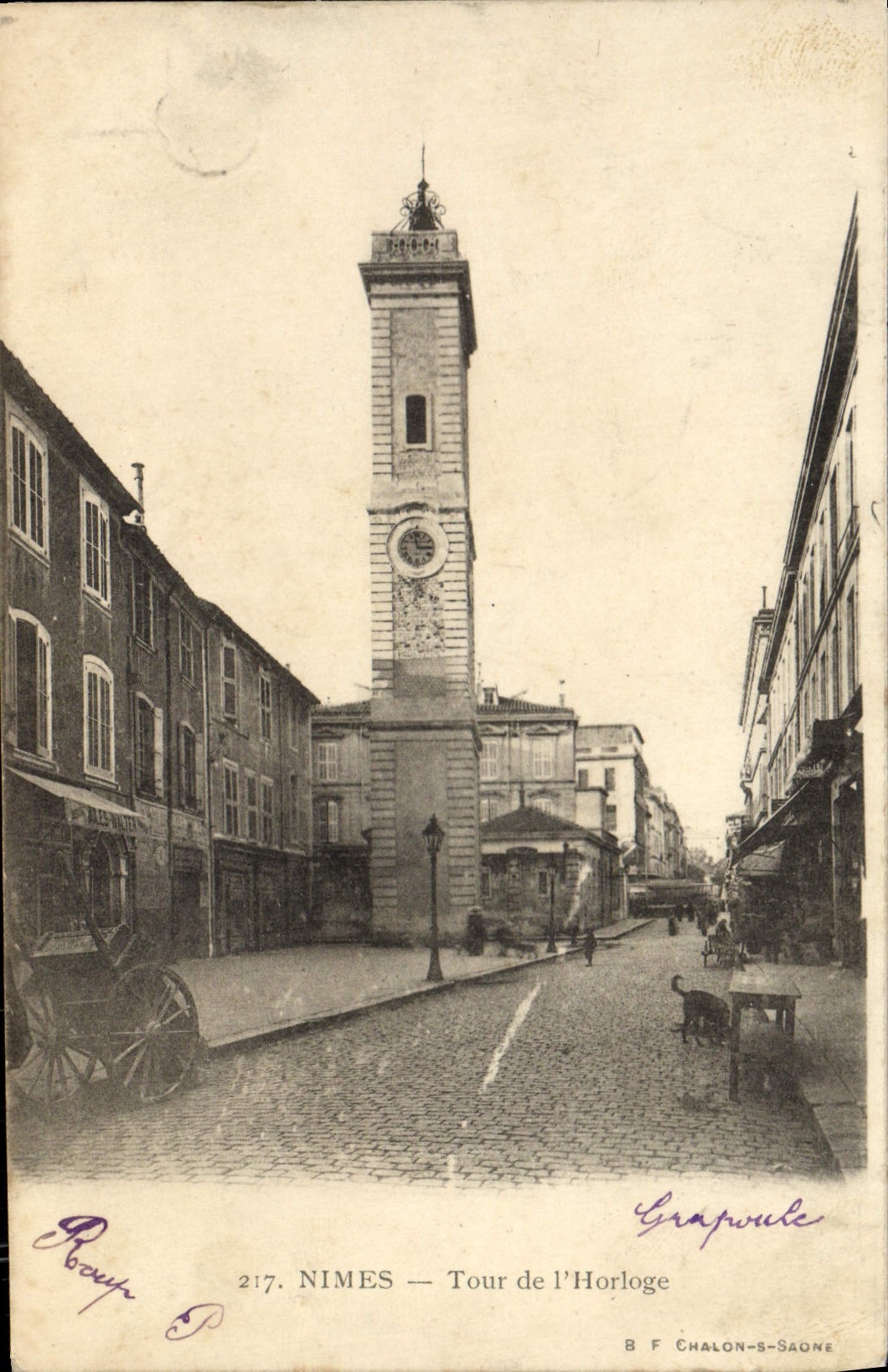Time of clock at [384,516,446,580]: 2:58
